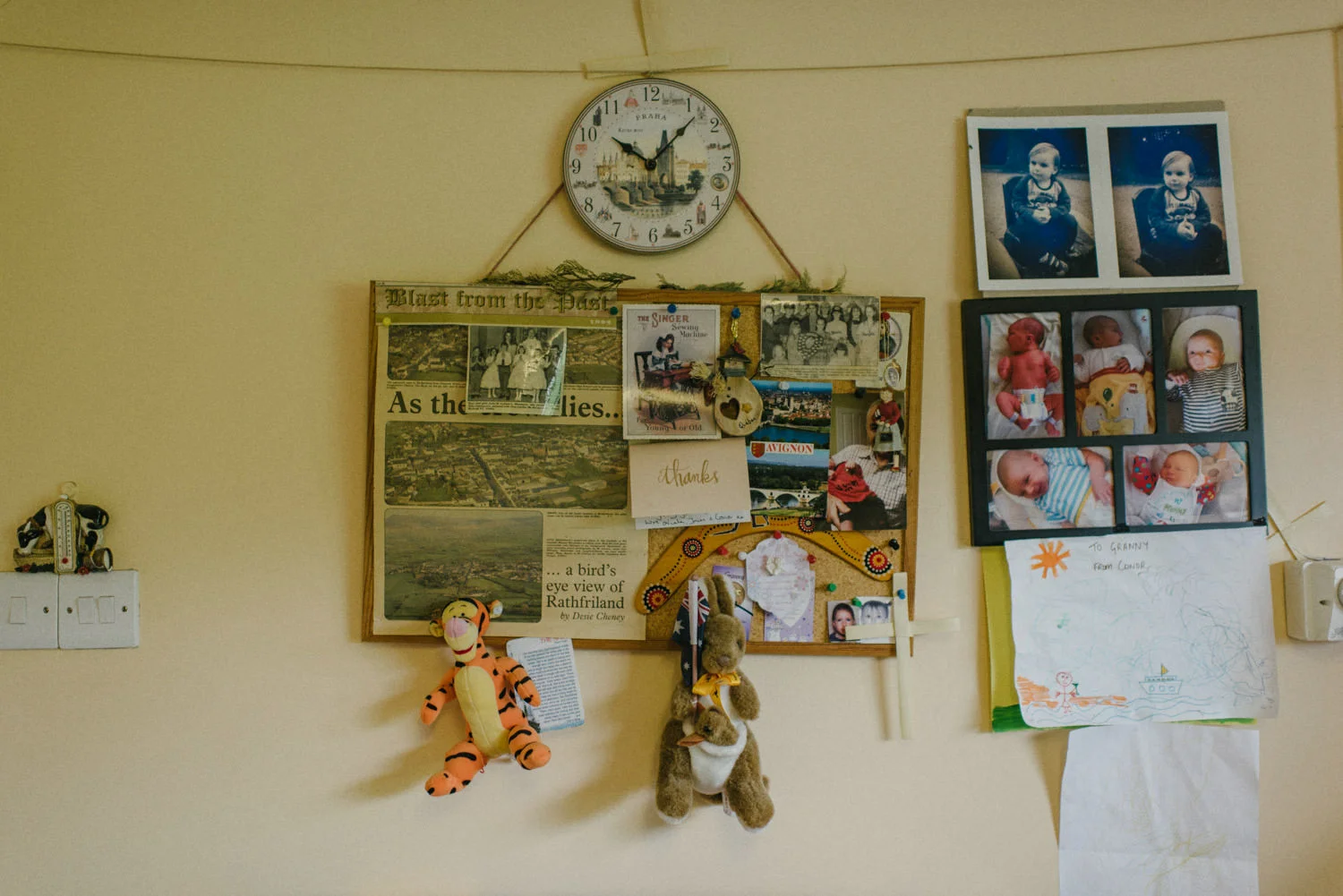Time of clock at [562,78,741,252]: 10:07
